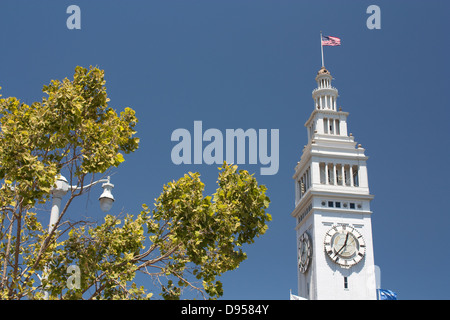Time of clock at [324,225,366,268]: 12:37
